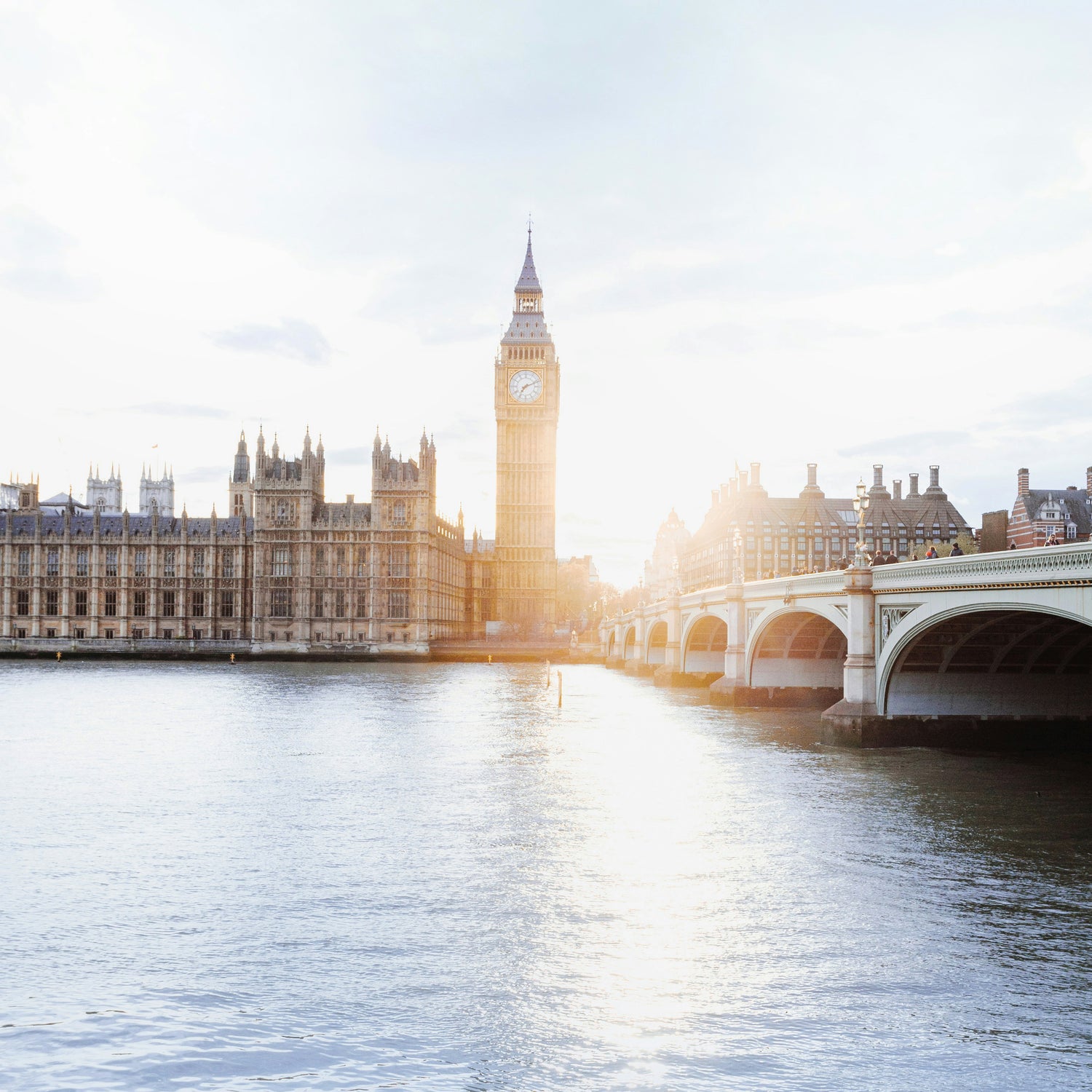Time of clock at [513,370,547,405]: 7:11
